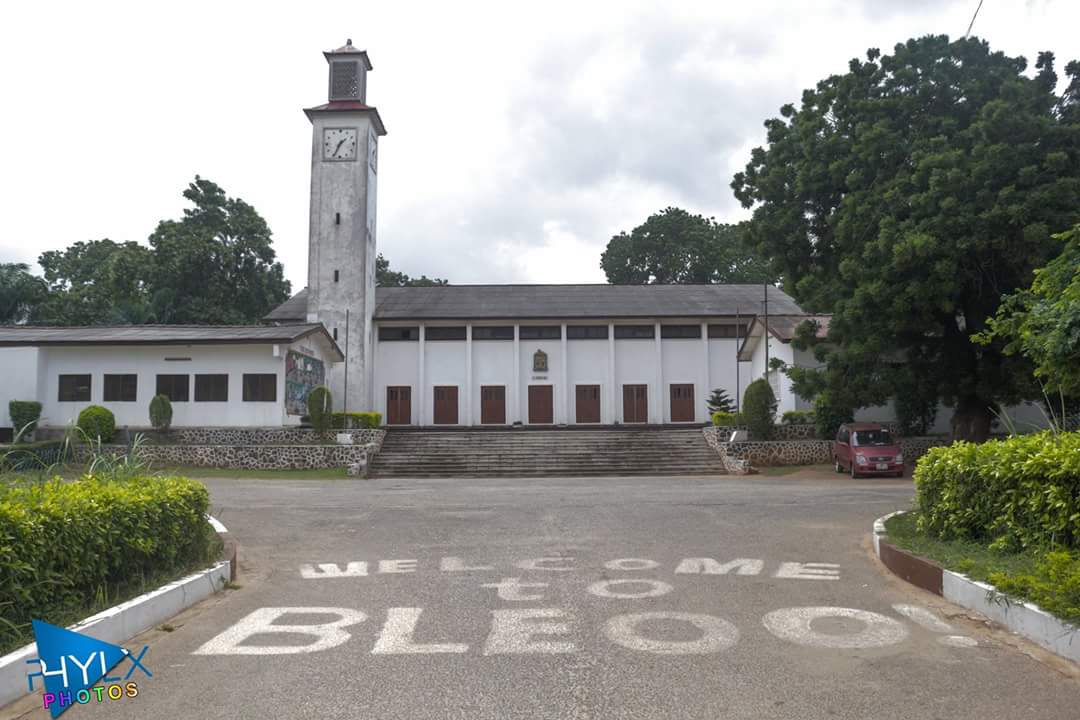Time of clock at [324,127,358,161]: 1:34
